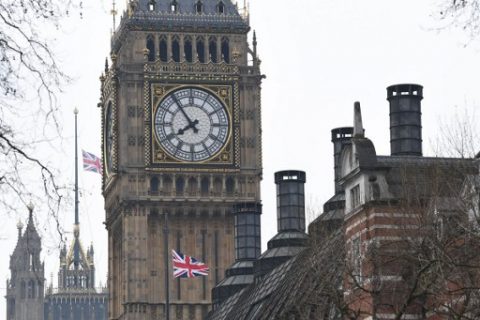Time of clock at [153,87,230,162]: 7:53
